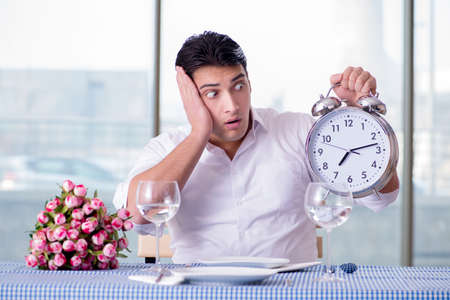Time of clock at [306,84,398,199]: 7:13
